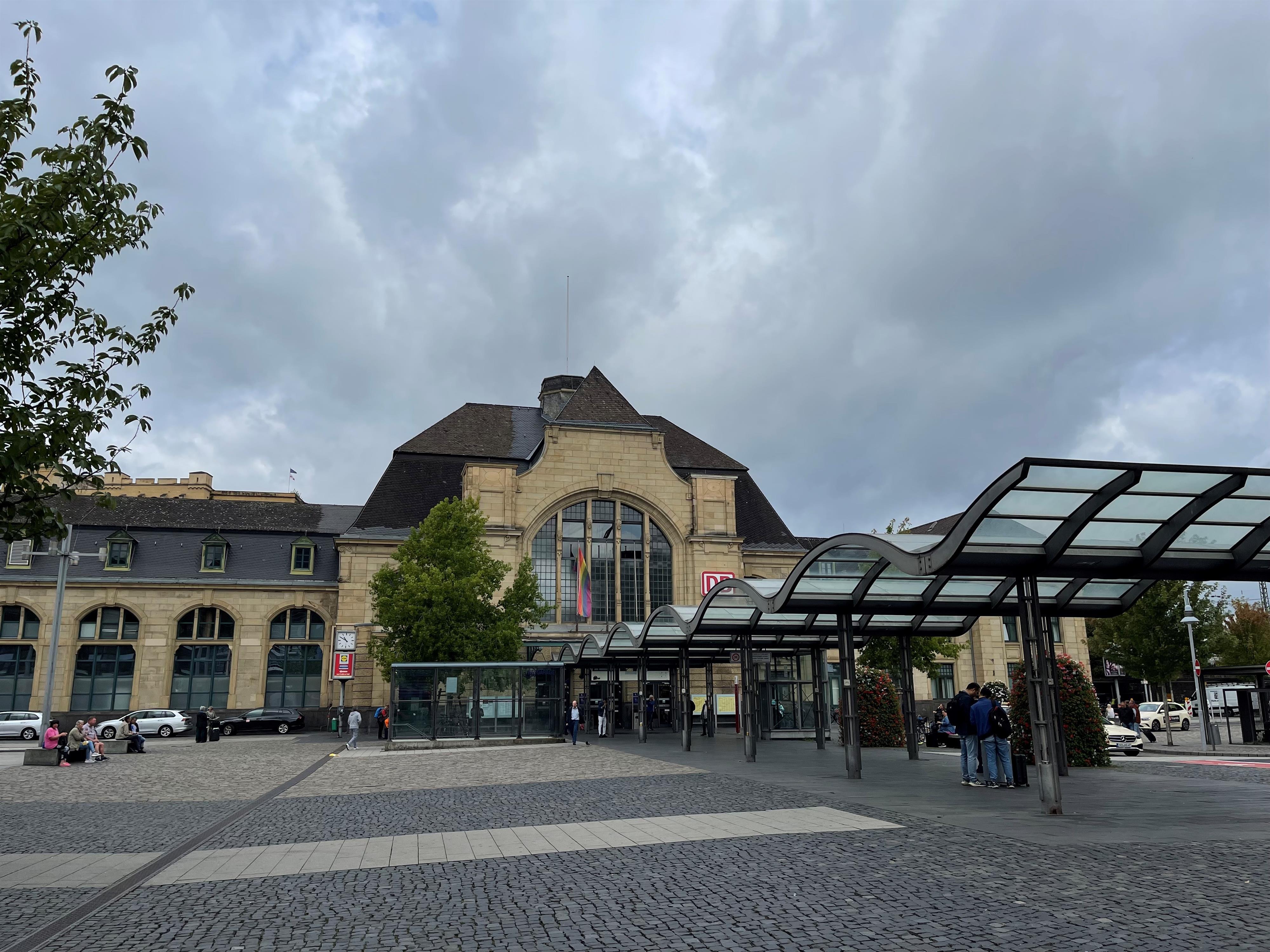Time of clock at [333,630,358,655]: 10:50
